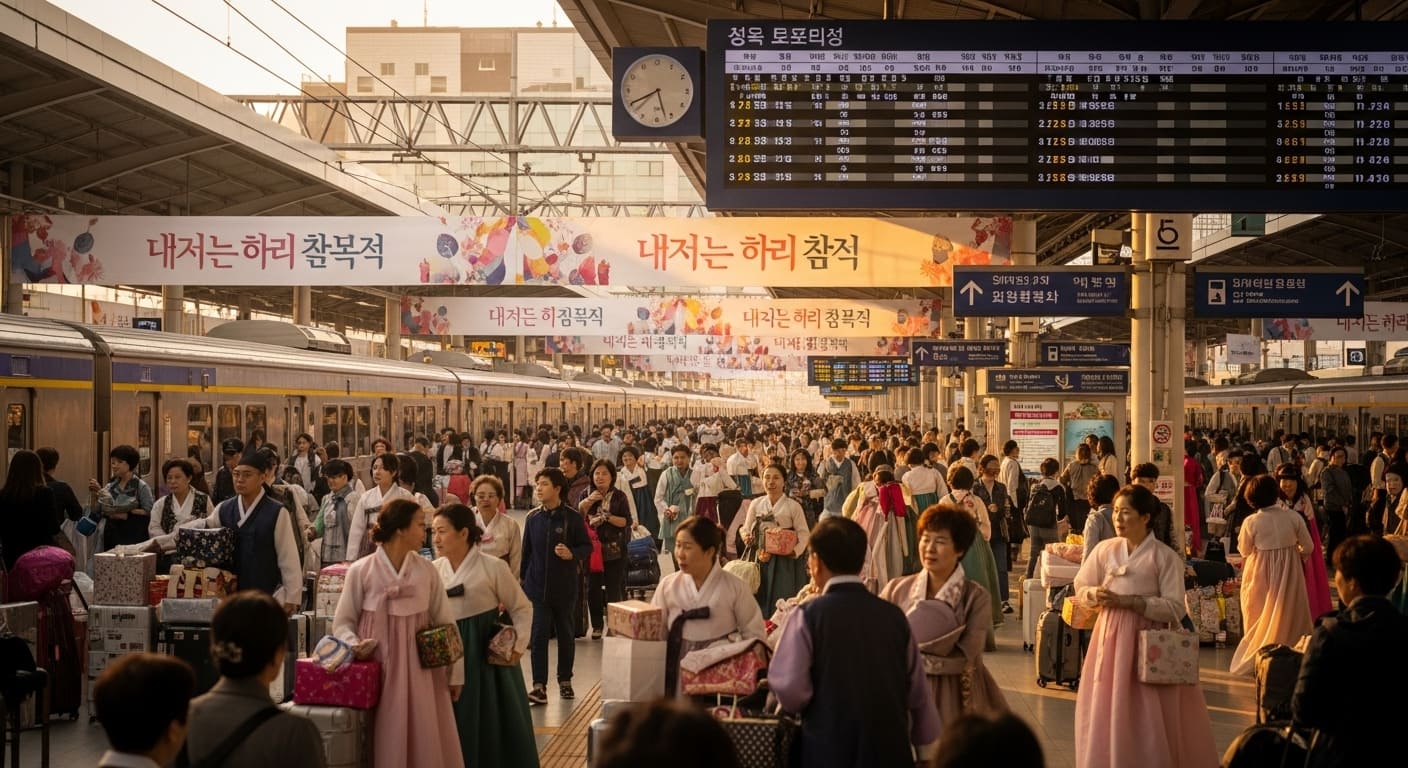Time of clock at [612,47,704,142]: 5:40
